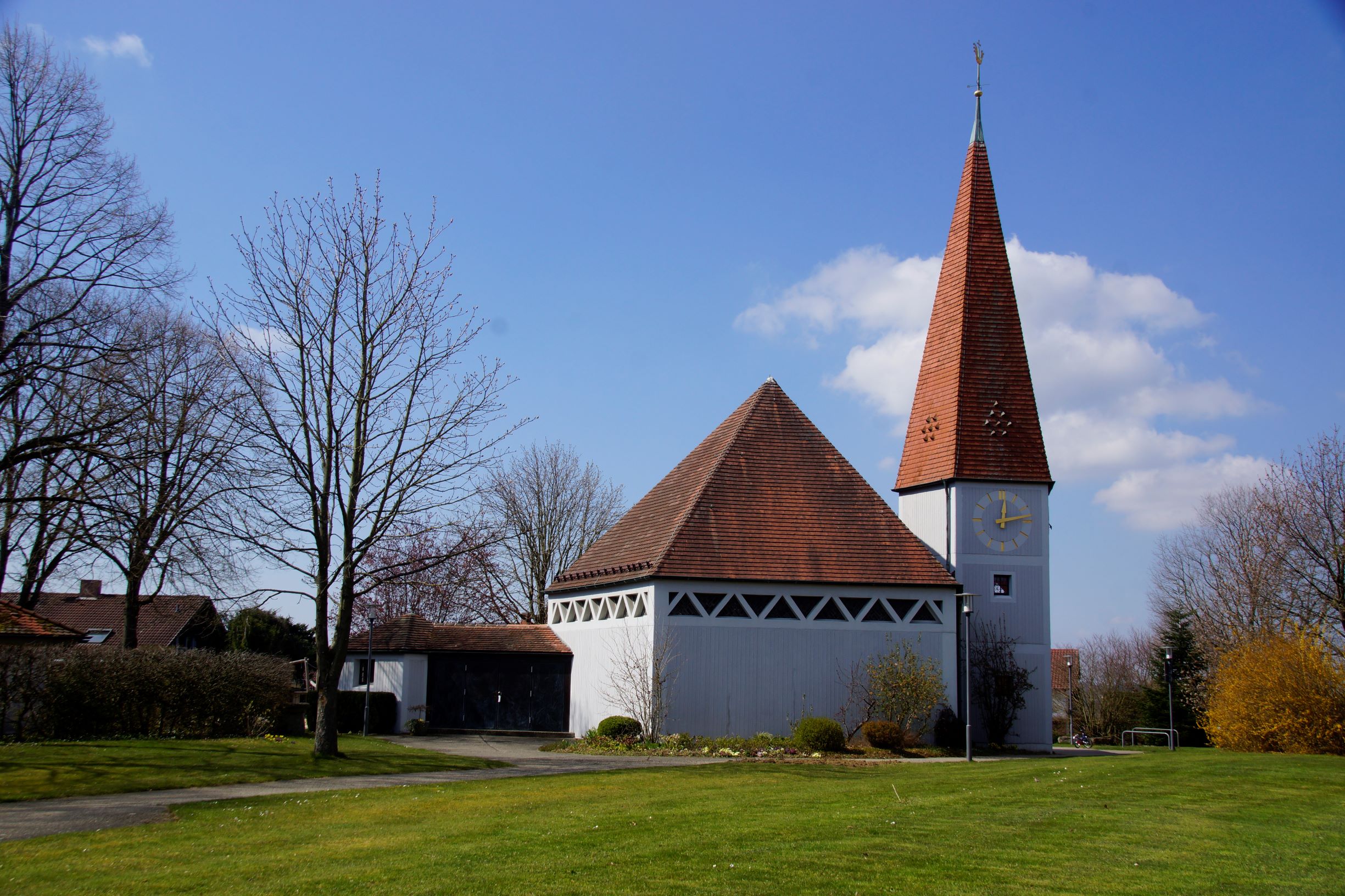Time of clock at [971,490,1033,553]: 12:13
